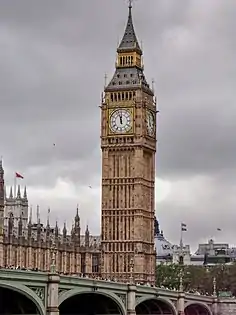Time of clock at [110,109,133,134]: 11:57
